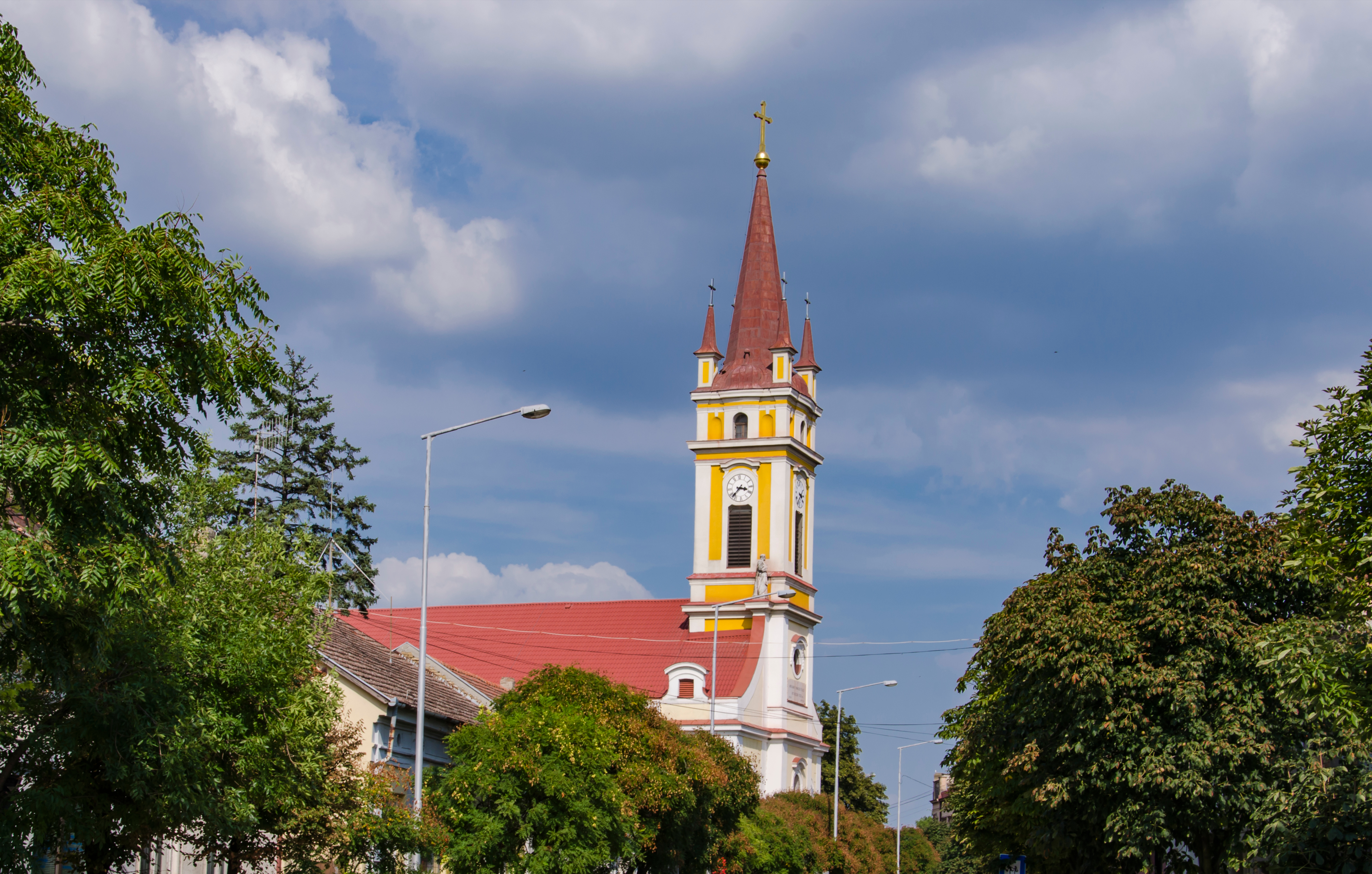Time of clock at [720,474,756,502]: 3:37
